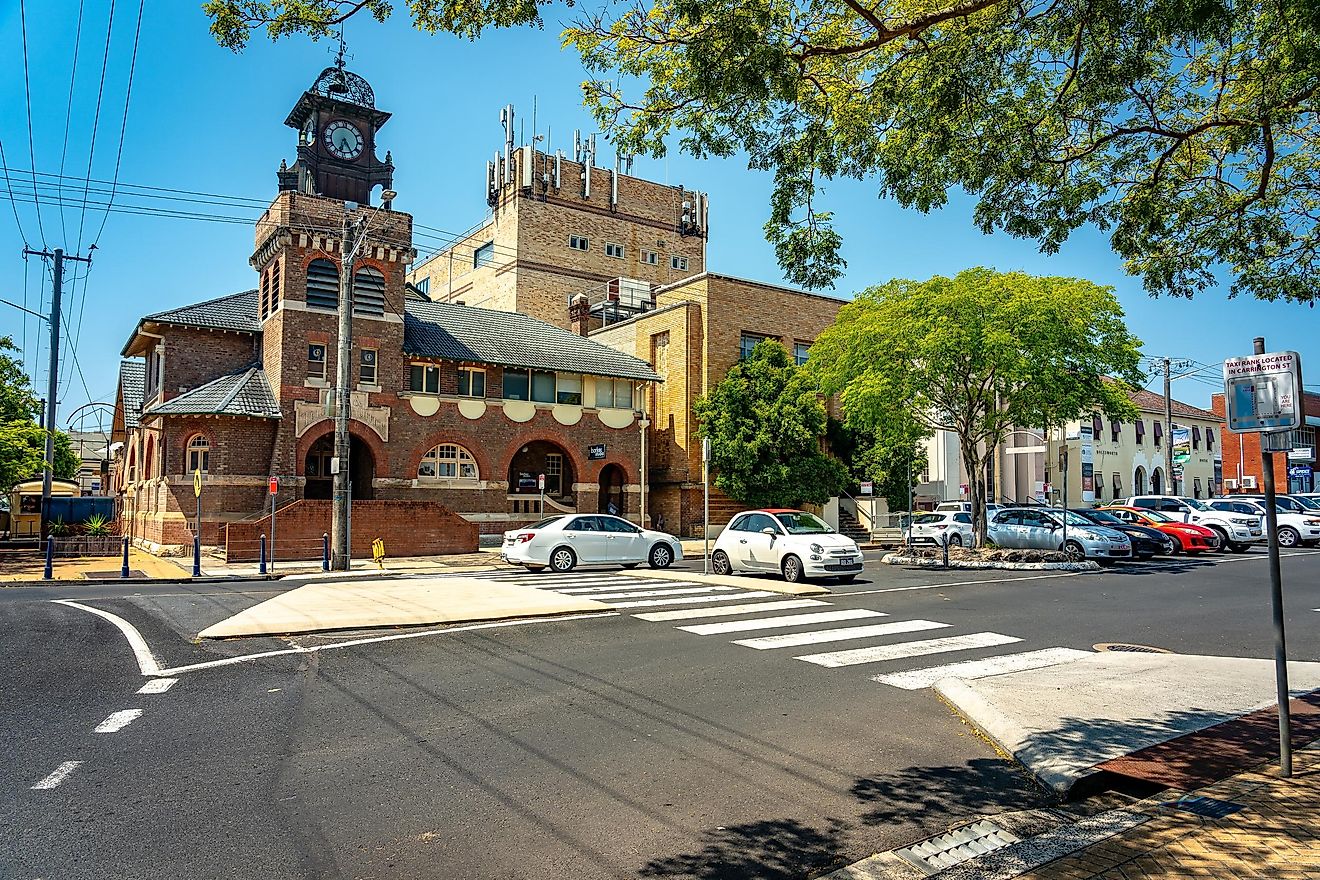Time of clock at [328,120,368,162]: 6:24
